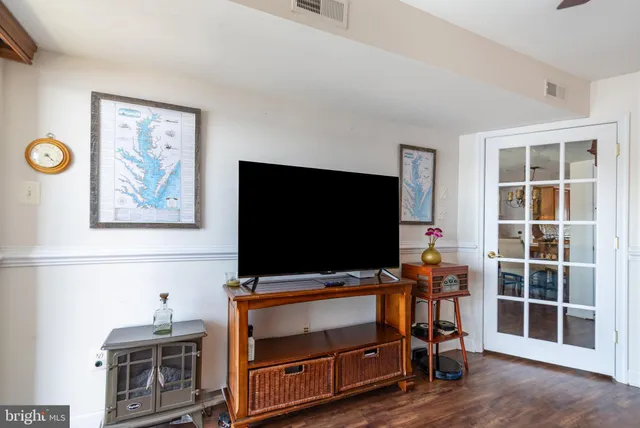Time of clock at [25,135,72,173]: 4:22
